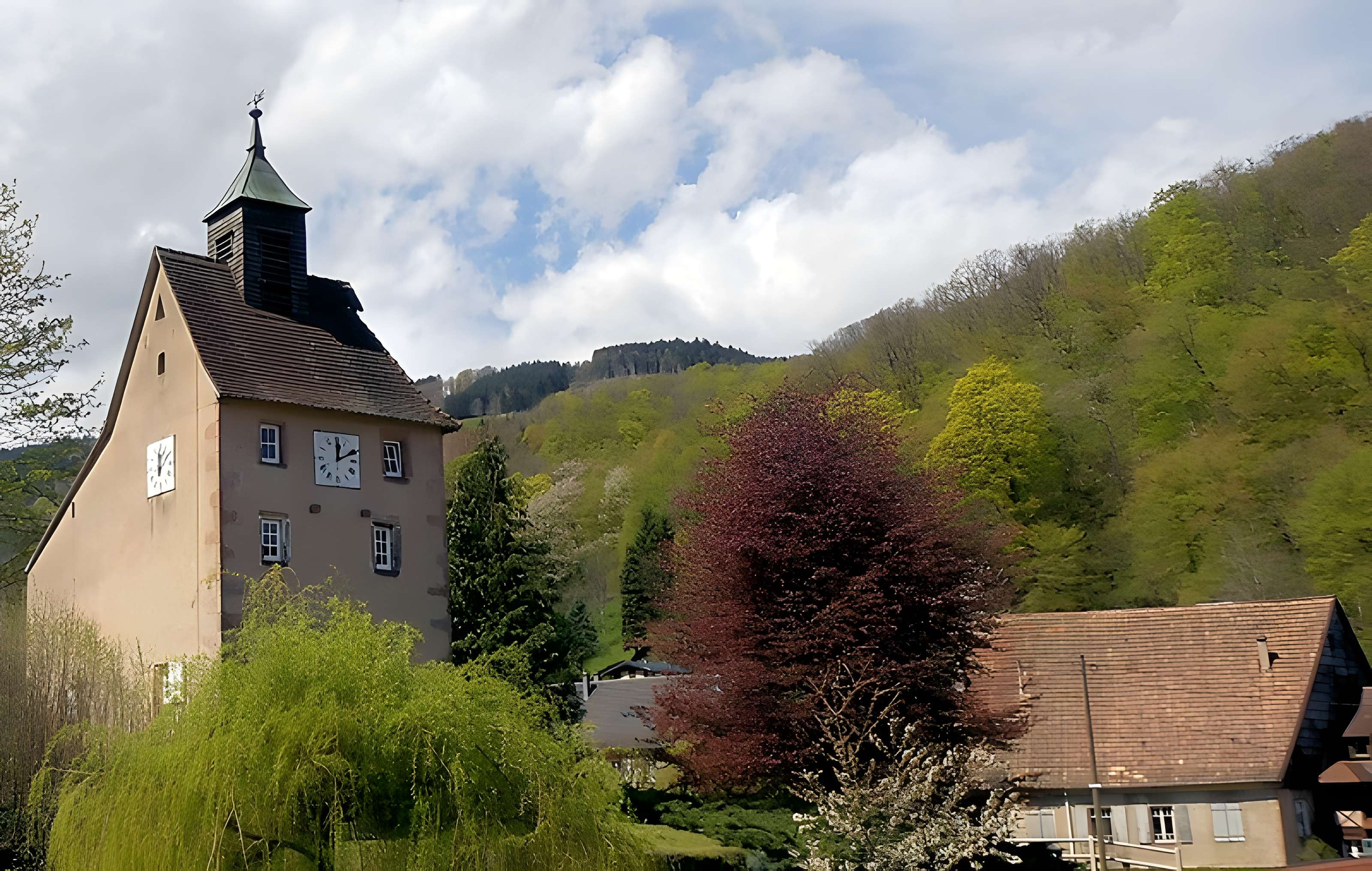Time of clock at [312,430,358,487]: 12:10
